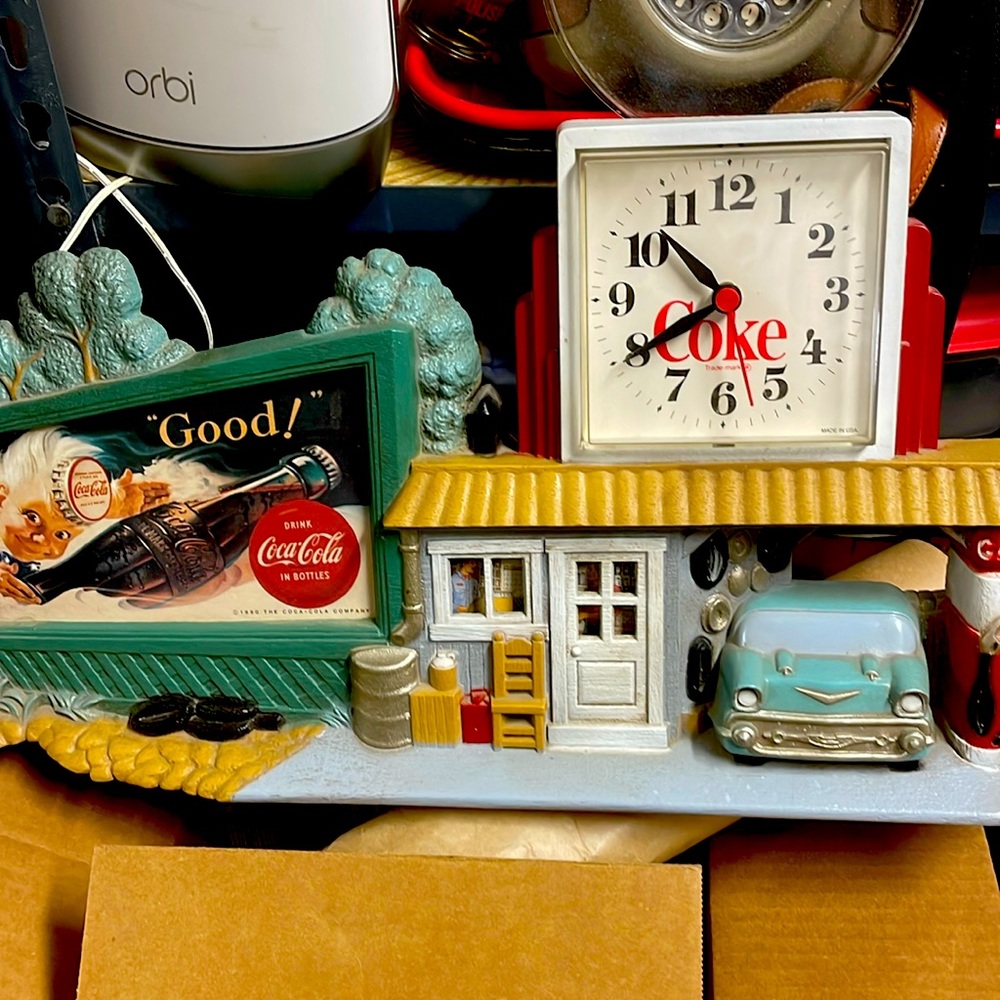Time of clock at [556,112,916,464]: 10:40
